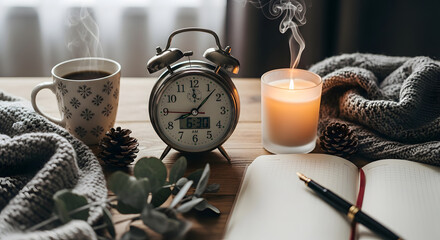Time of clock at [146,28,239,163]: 8:07
